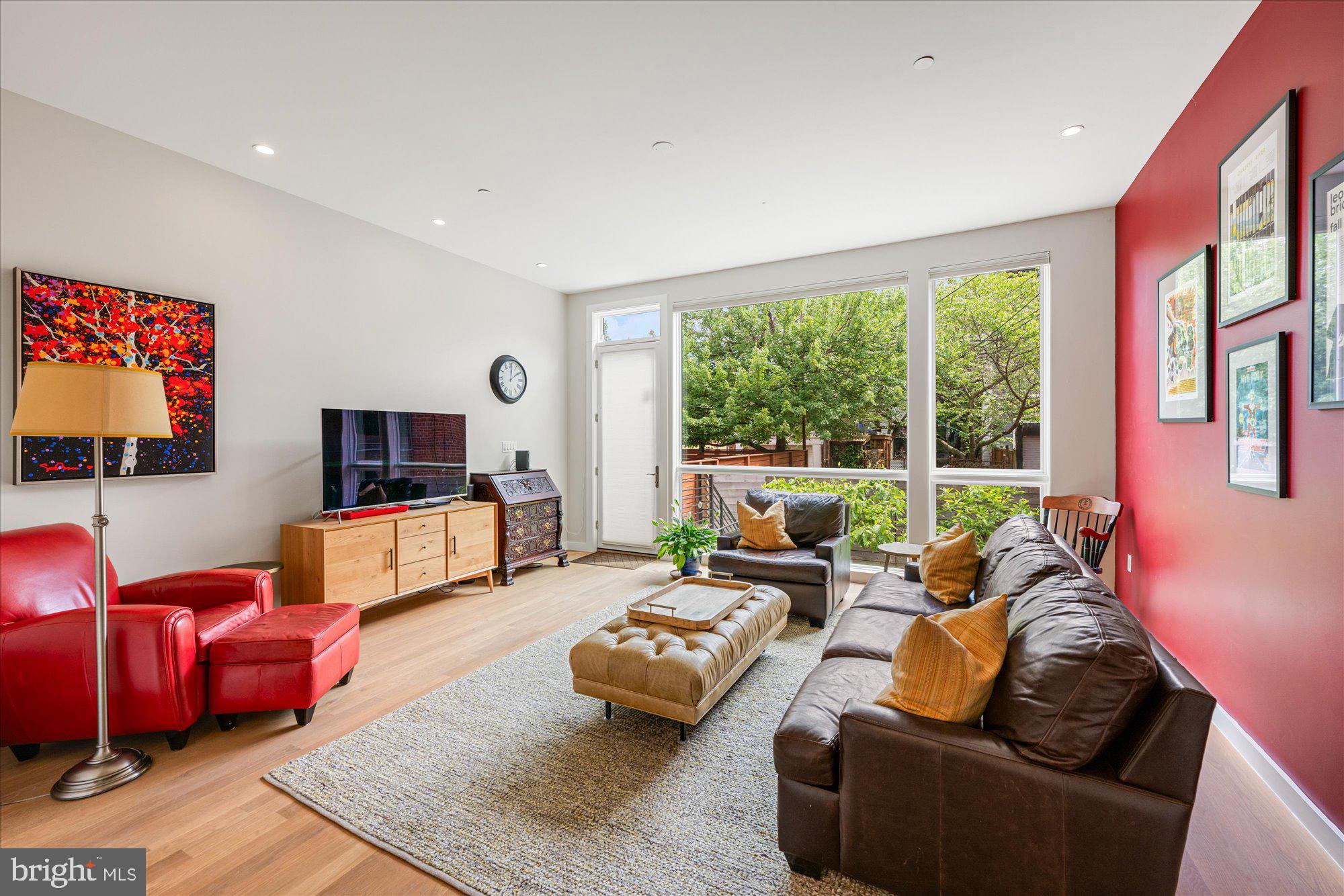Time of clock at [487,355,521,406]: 12:09
